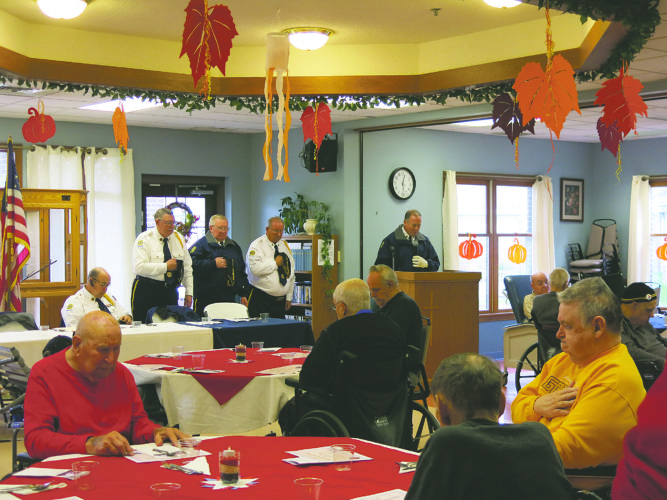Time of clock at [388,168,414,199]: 12:28
